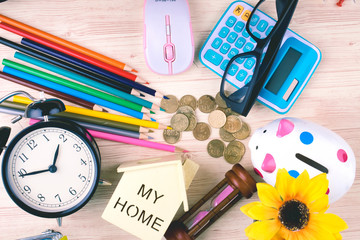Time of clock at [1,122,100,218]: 12:44
